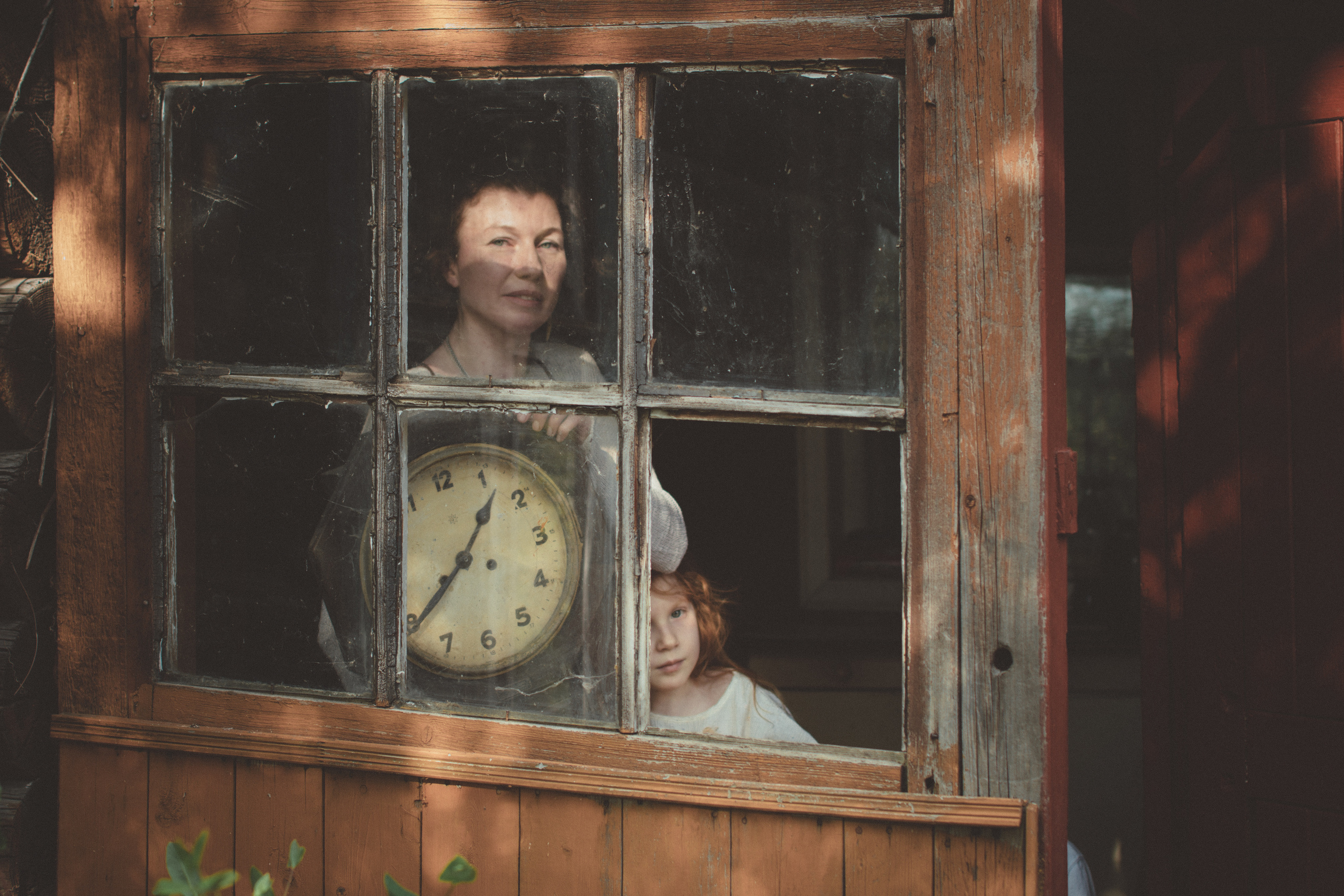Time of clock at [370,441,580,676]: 1:39
